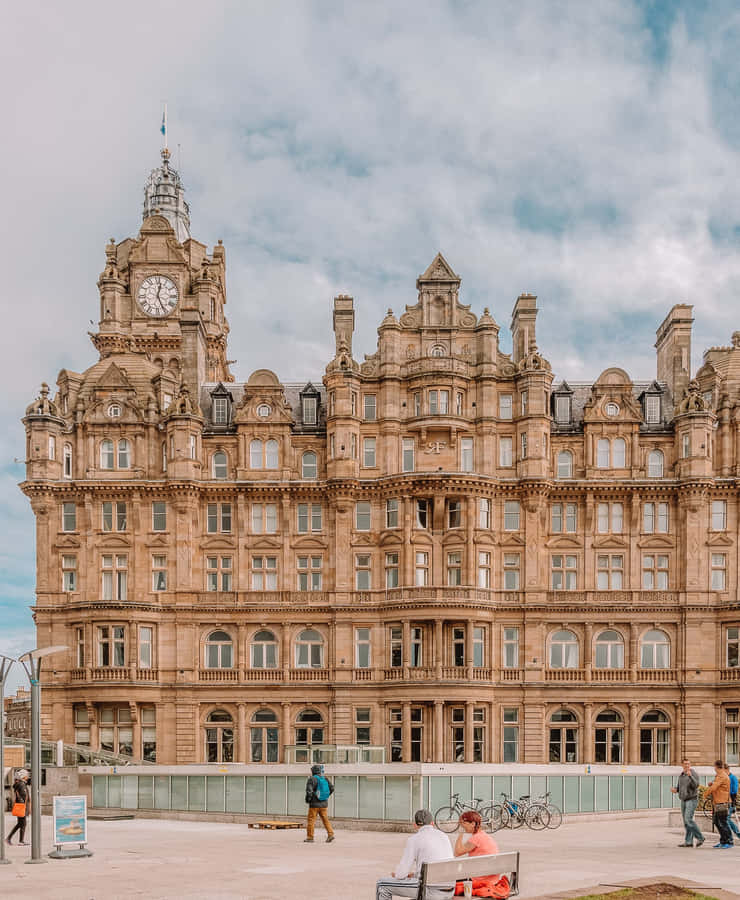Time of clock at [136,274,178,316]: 12:25
